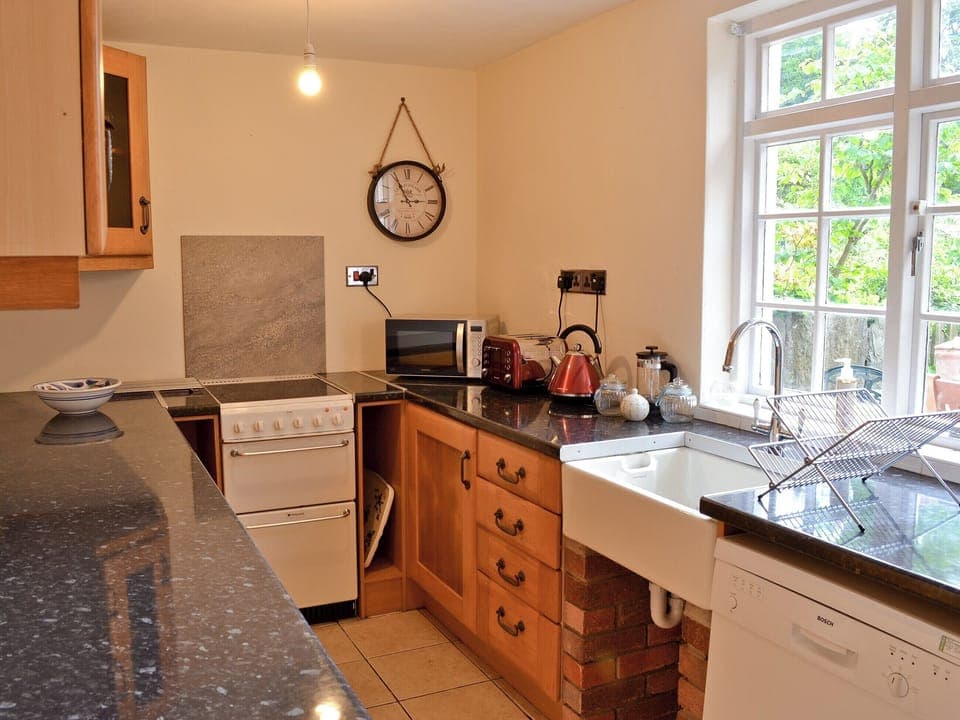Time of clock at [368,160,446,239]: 2:55
